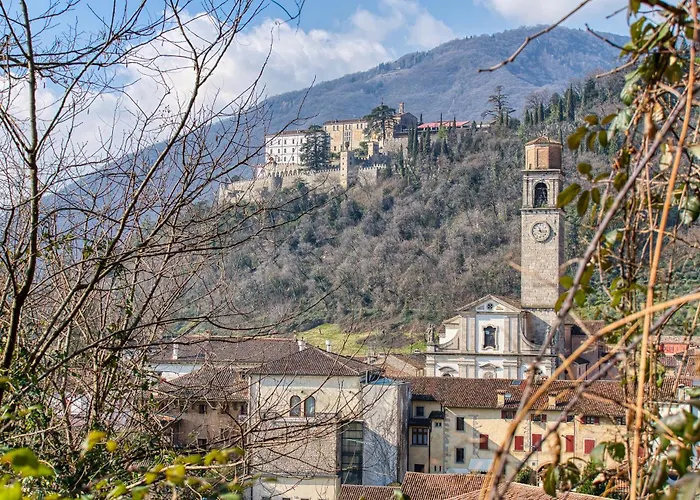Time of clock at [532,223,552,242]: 11:16
